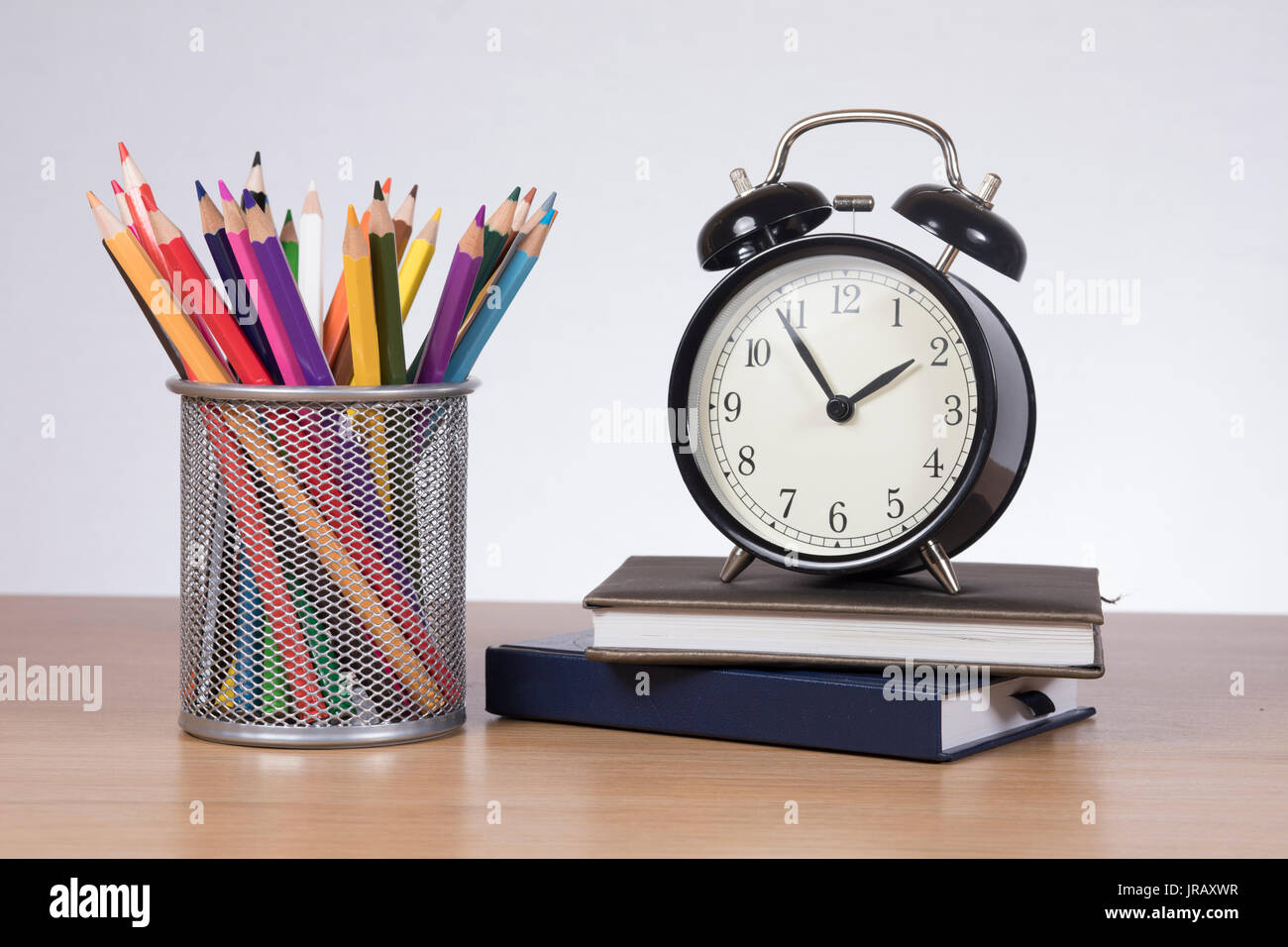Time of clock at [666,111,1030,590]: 1:54
